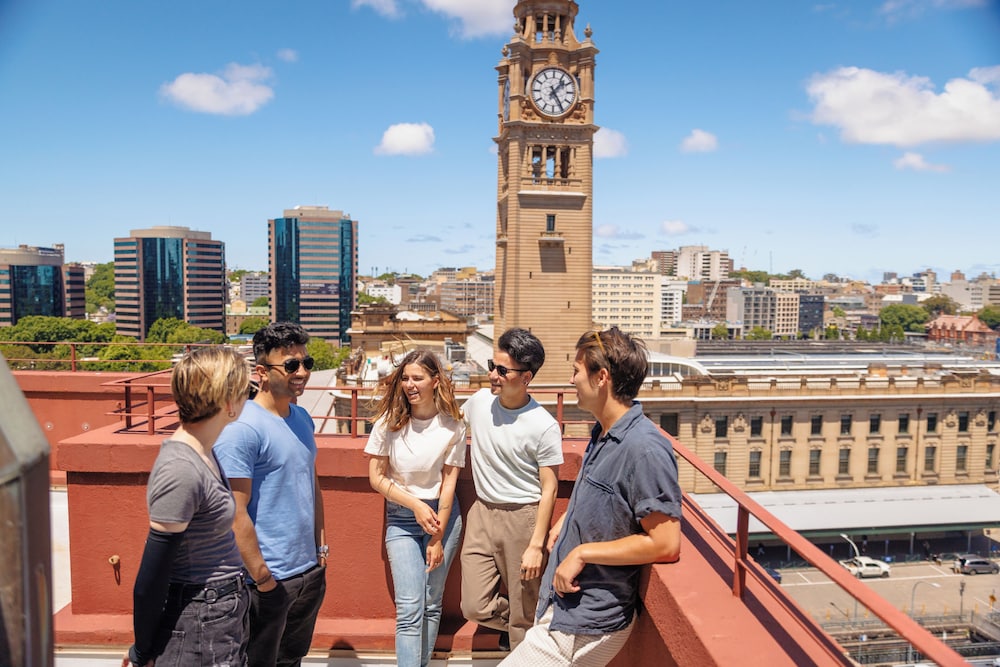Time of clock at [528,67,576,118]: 1:24
